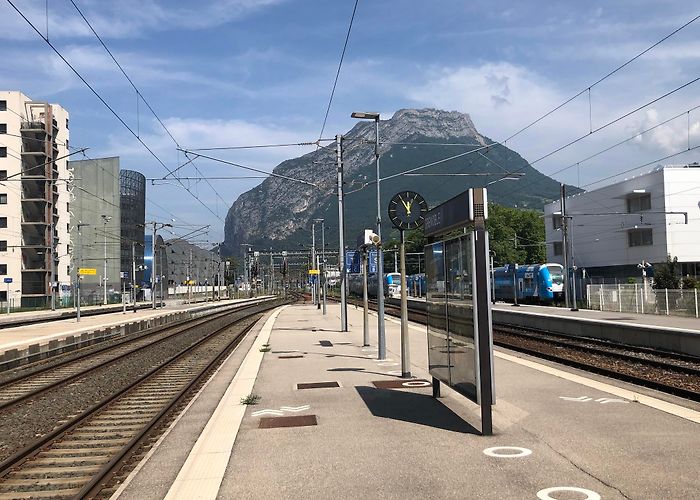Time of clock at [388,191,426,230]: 11:54
